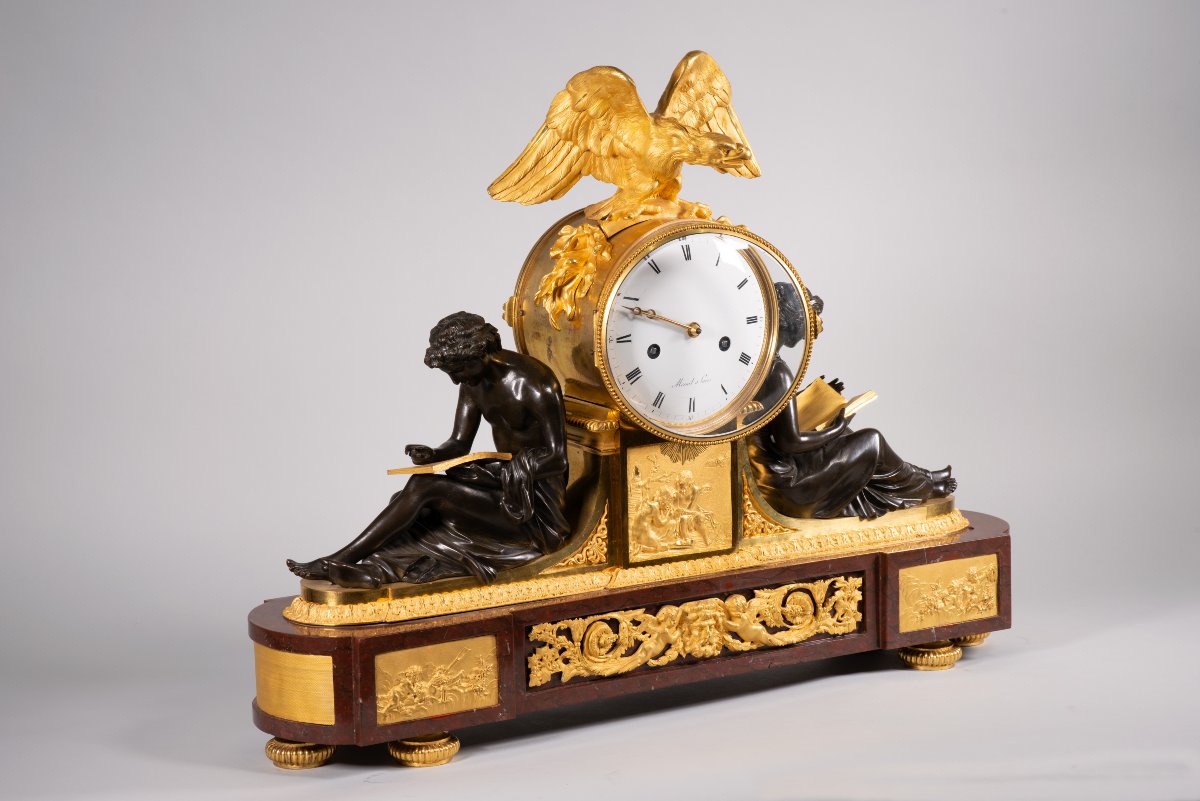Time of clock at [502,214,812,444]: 9:48
